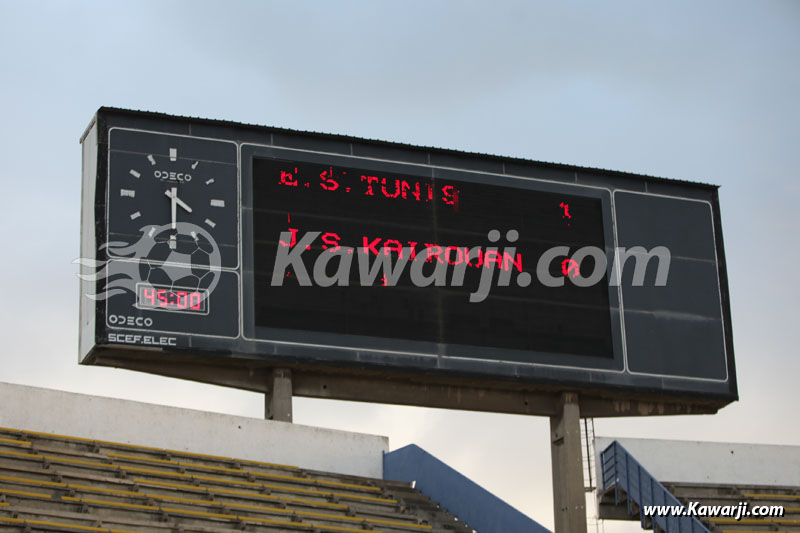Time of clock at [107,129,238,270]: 4:29
